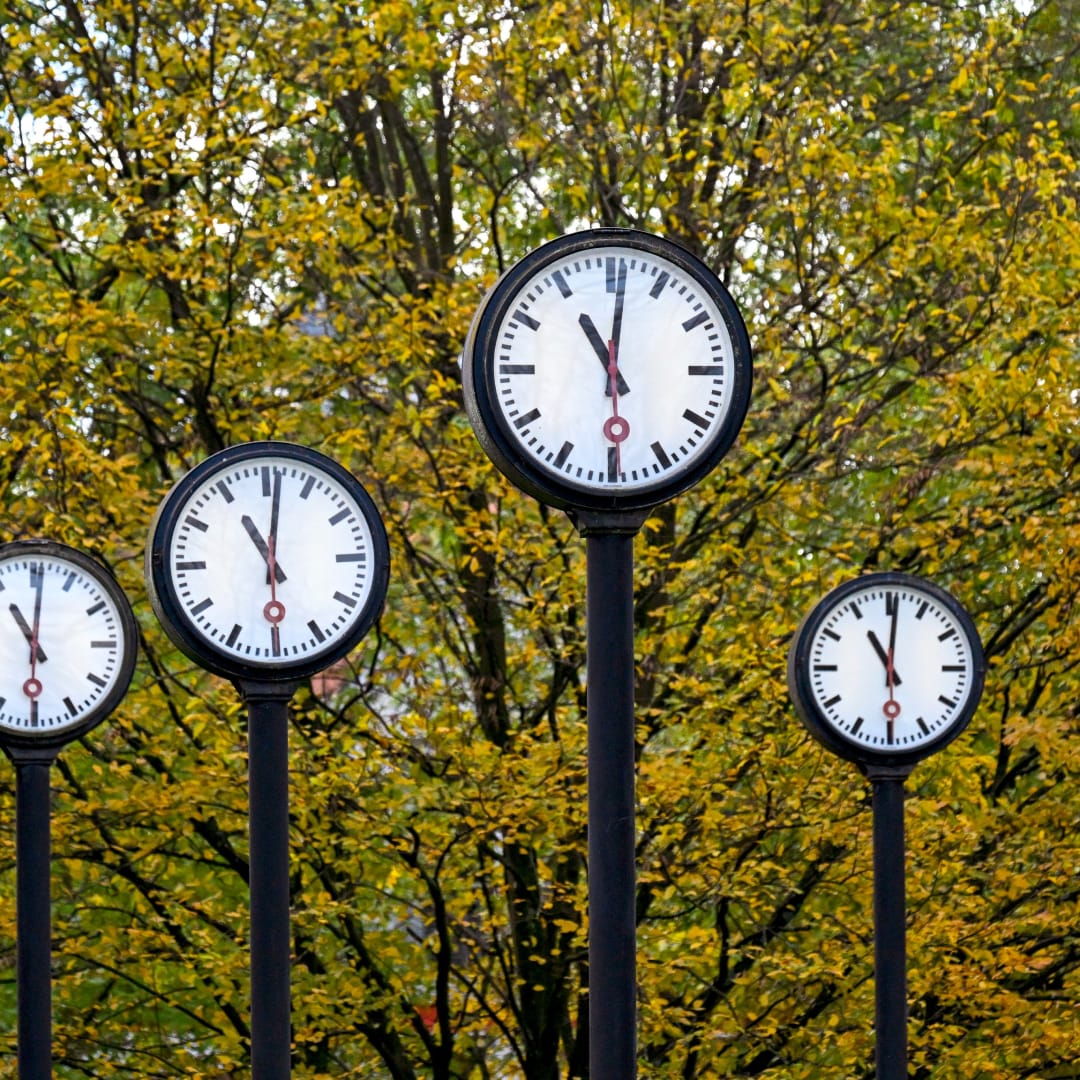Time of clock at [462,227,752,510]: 11:01
